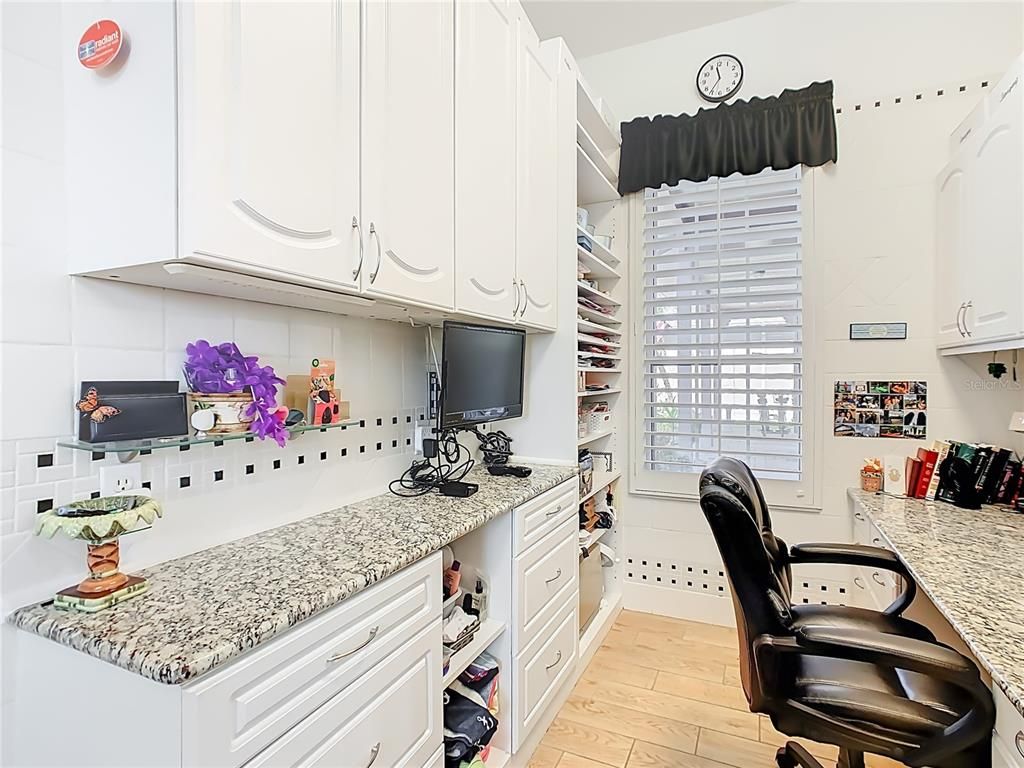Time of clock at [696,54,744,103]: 11:36
